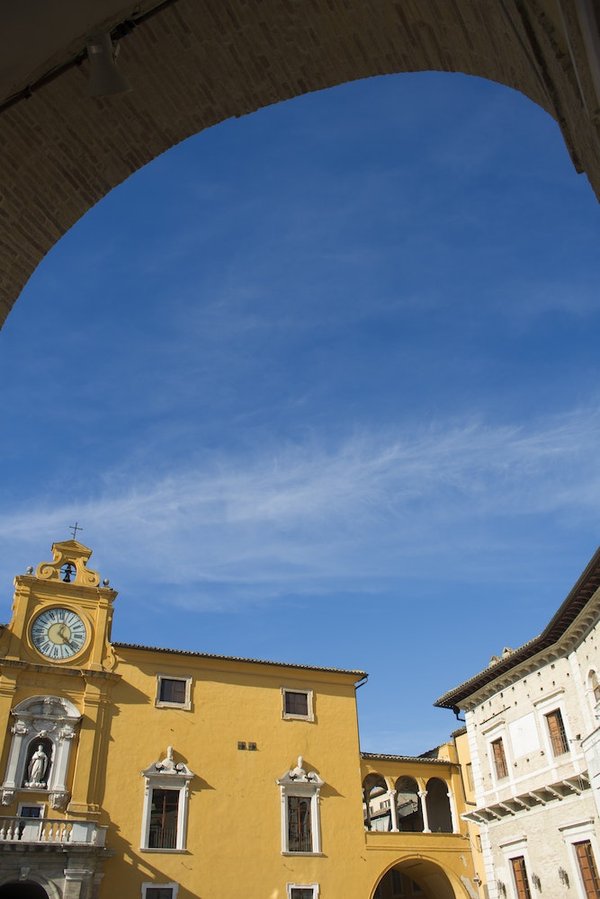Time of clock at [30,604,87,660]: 4:02
